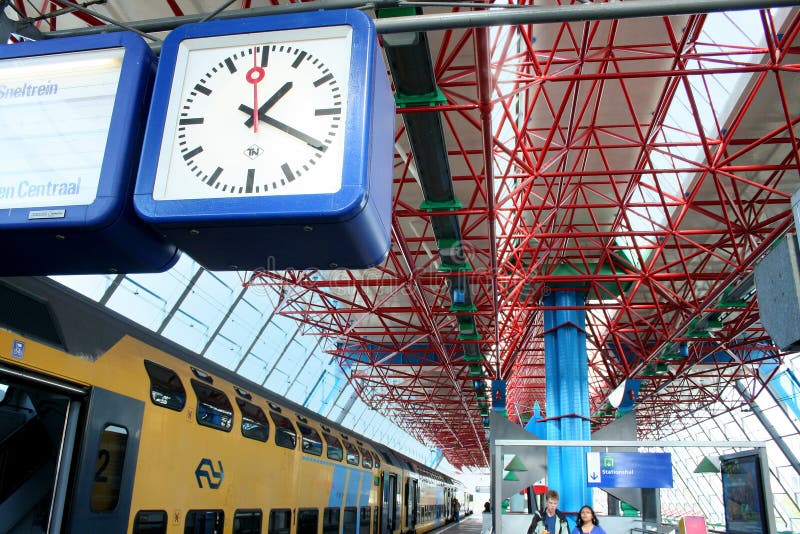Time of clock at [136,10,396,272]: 1:19
